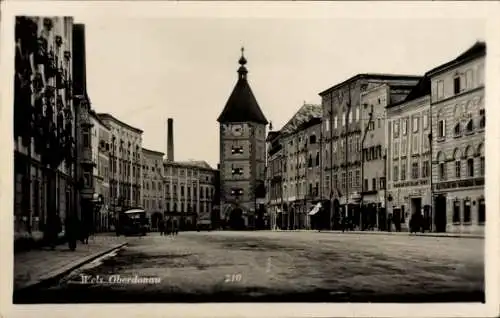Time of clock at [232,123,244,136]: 4:12
